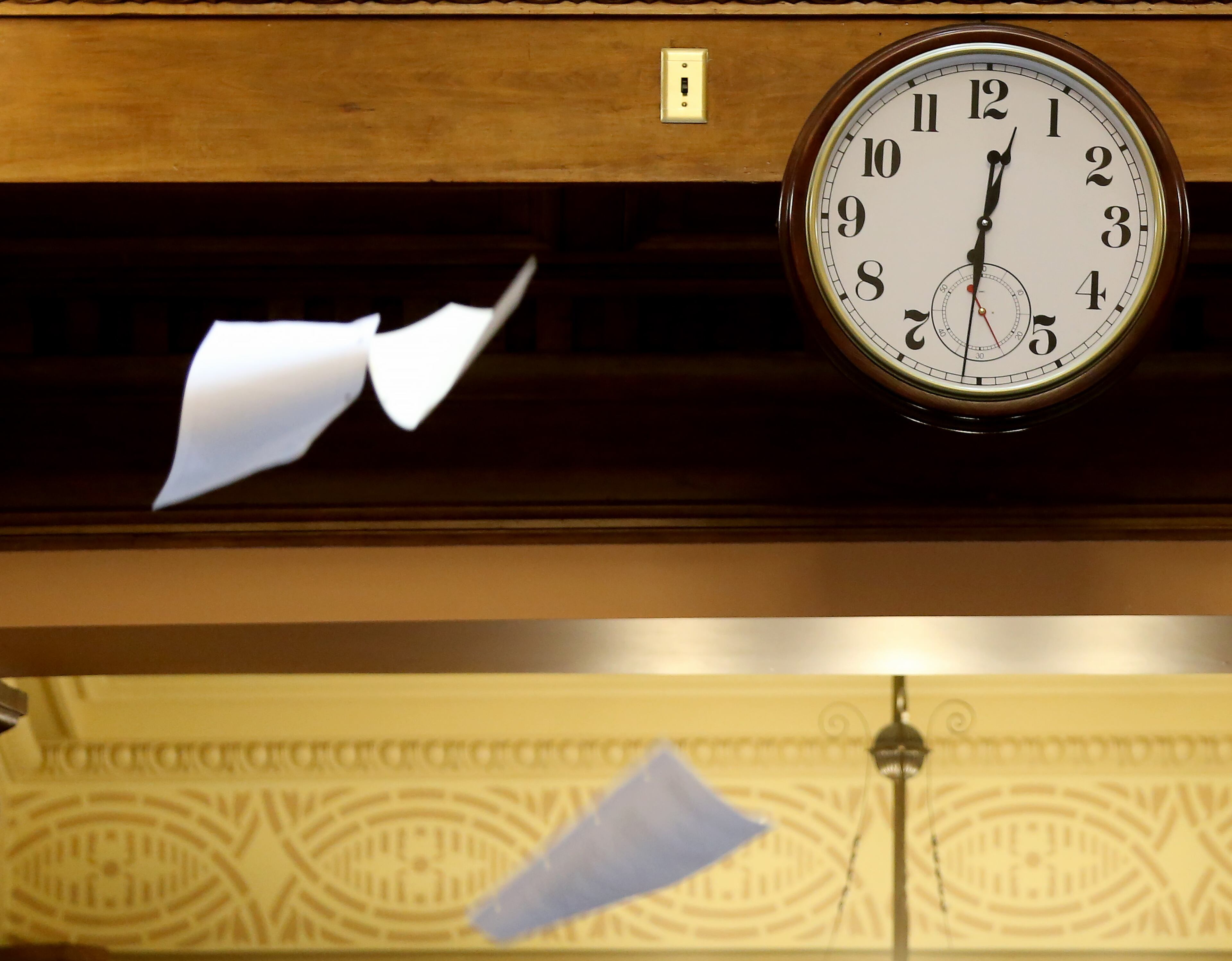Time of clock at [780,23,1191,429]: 12:30
